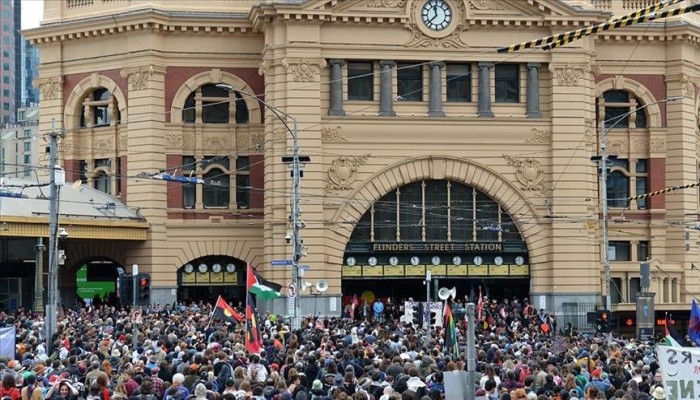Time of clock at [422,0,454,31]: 11:37
